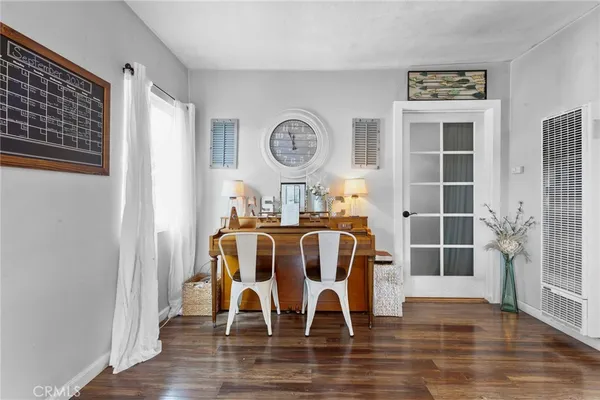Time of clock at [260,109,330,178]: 11:56
